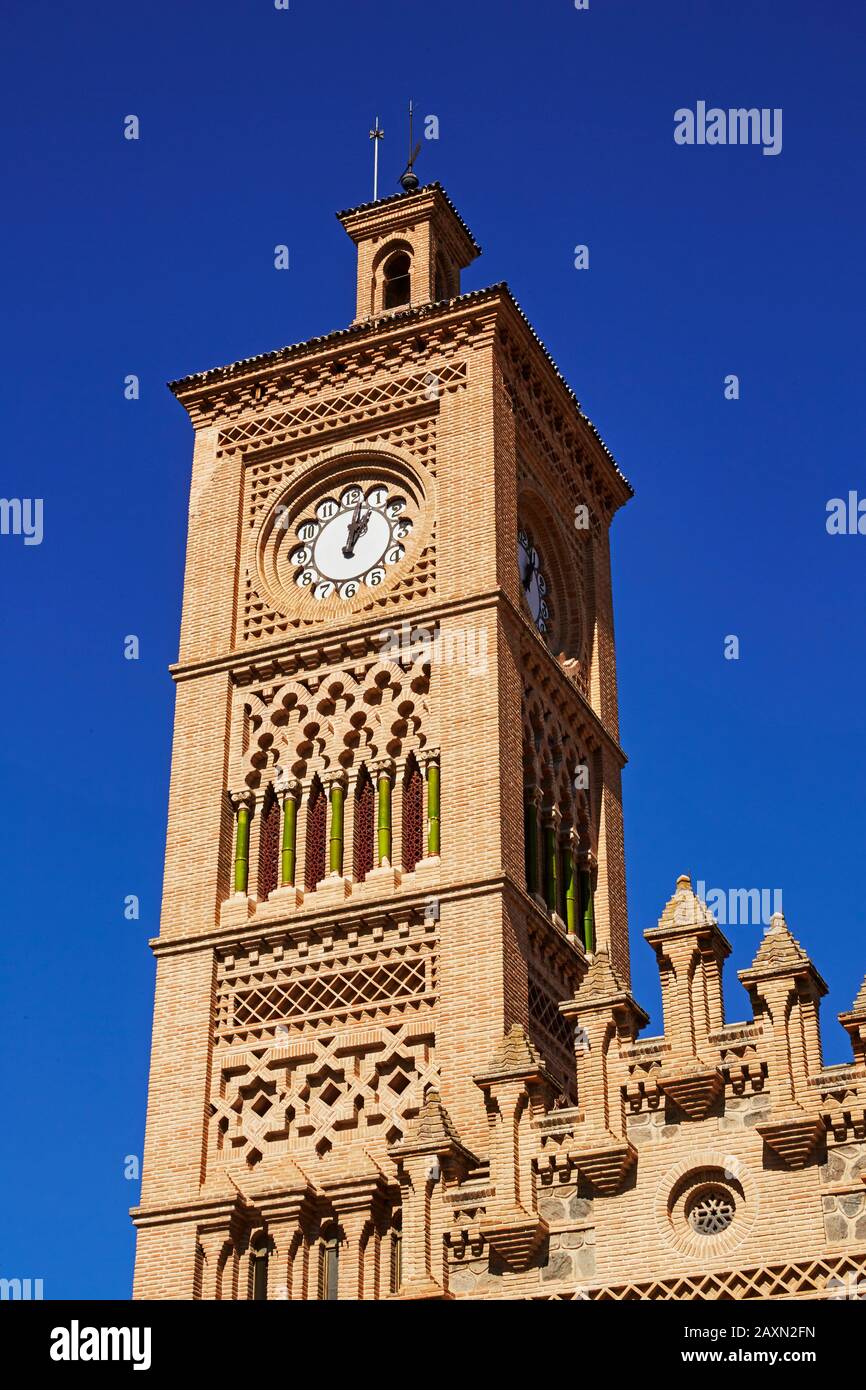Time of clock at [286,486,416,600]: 1:02
